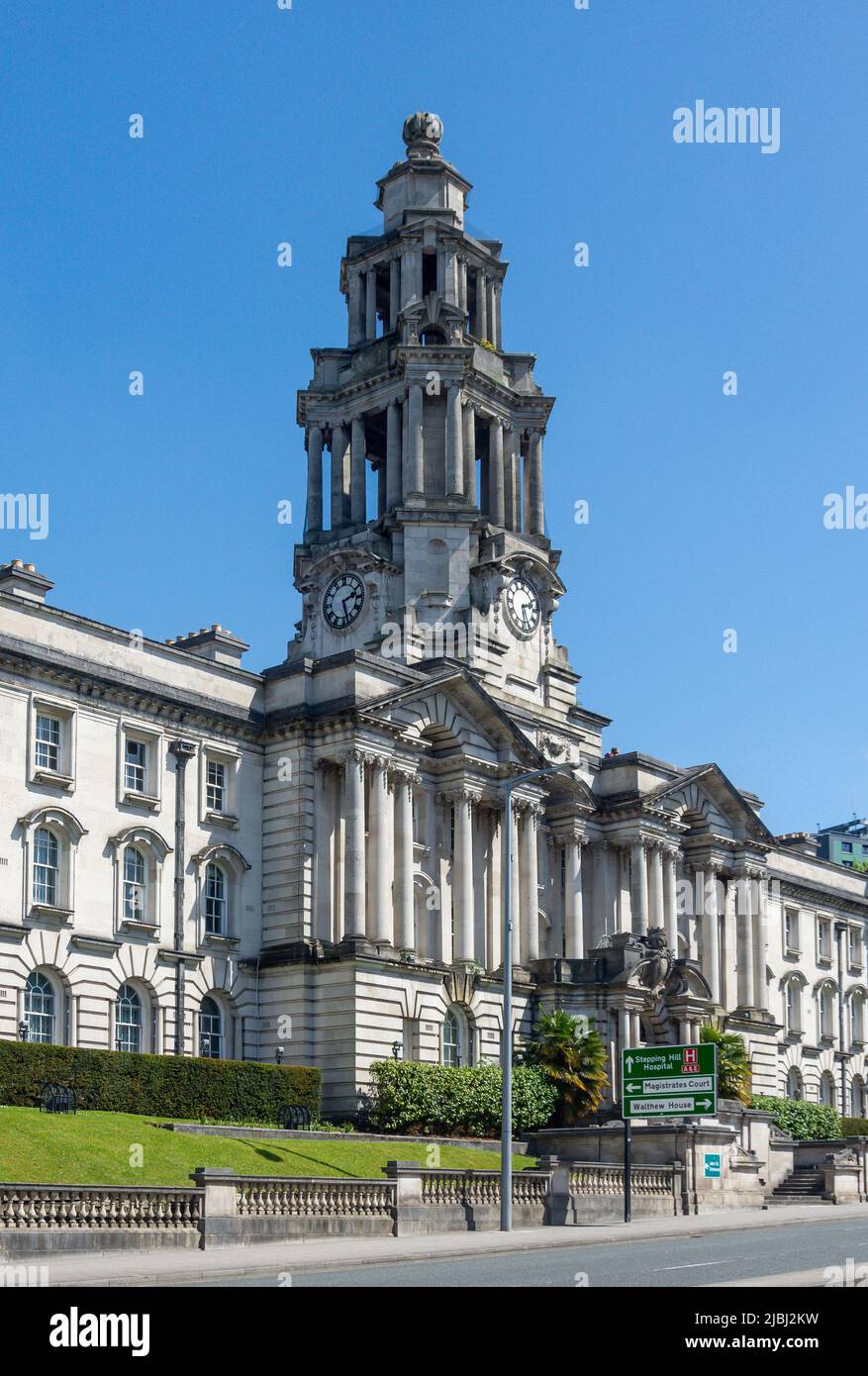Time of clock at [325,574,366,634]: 2:27
